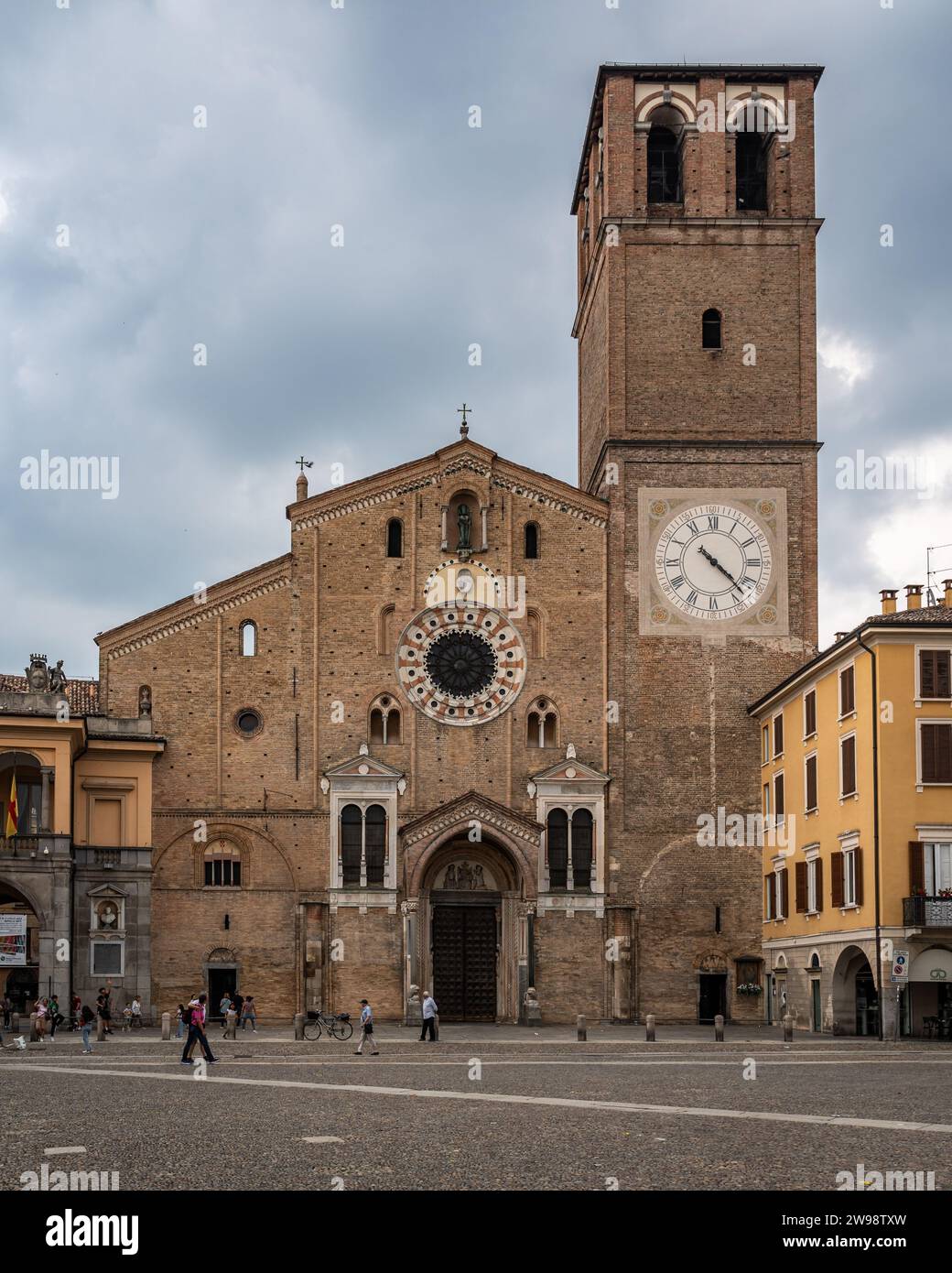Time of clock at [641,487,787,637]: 4:22
